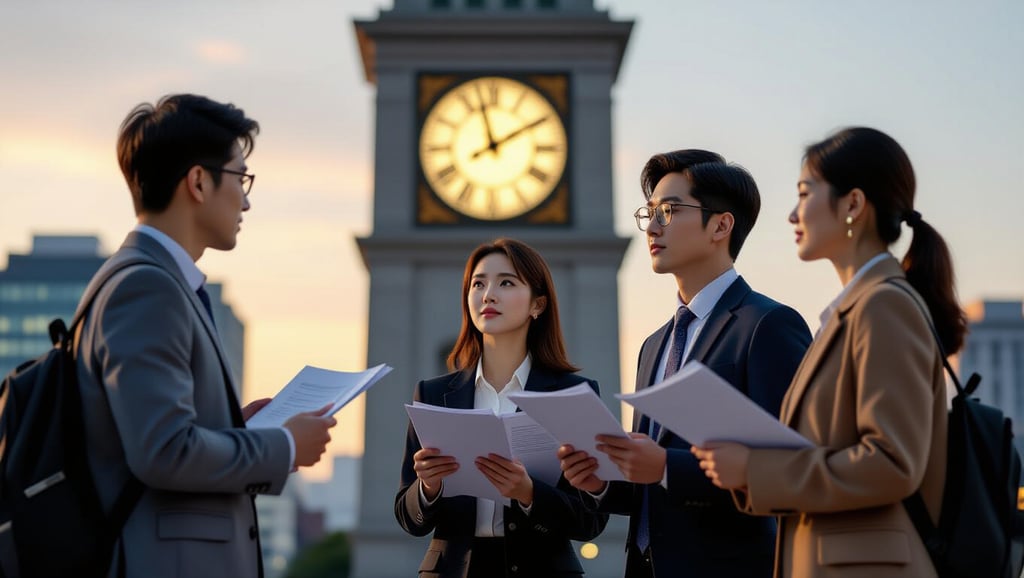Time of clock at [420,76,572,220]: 1:57
